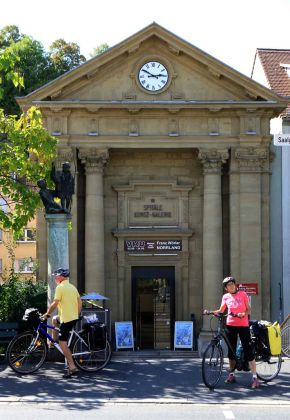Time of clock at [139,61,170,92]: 2:50
